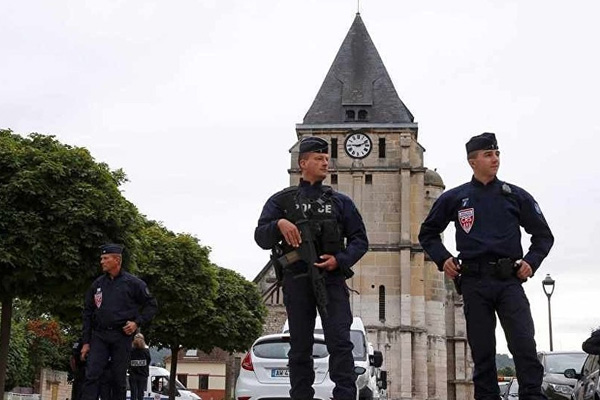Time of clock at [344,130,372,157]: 9:11
